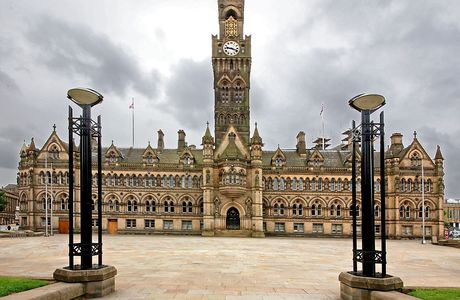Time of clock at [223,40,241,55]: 9:18
